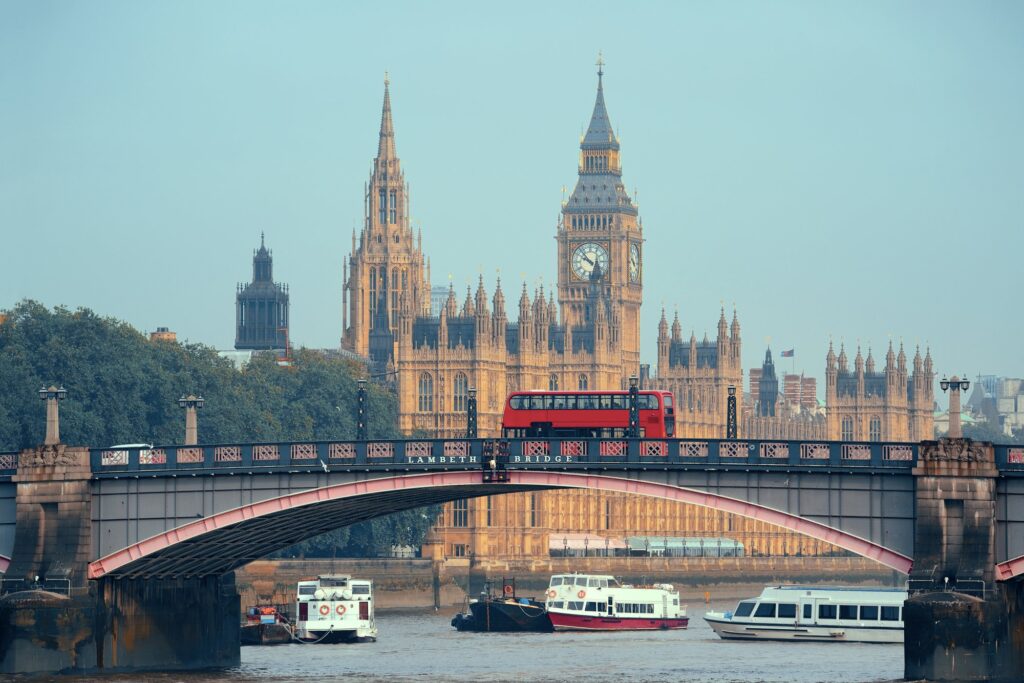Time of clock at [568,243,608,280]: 9:53
